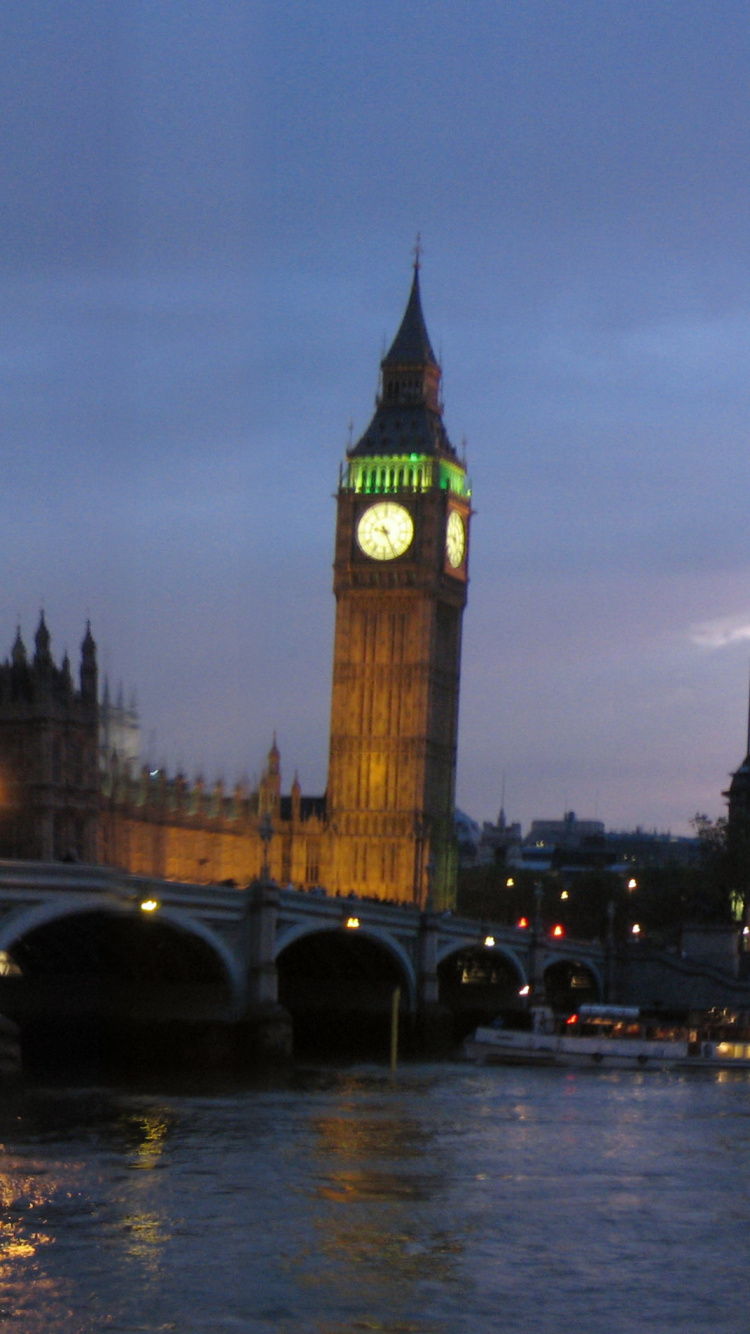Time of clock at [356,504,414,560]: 9:25
